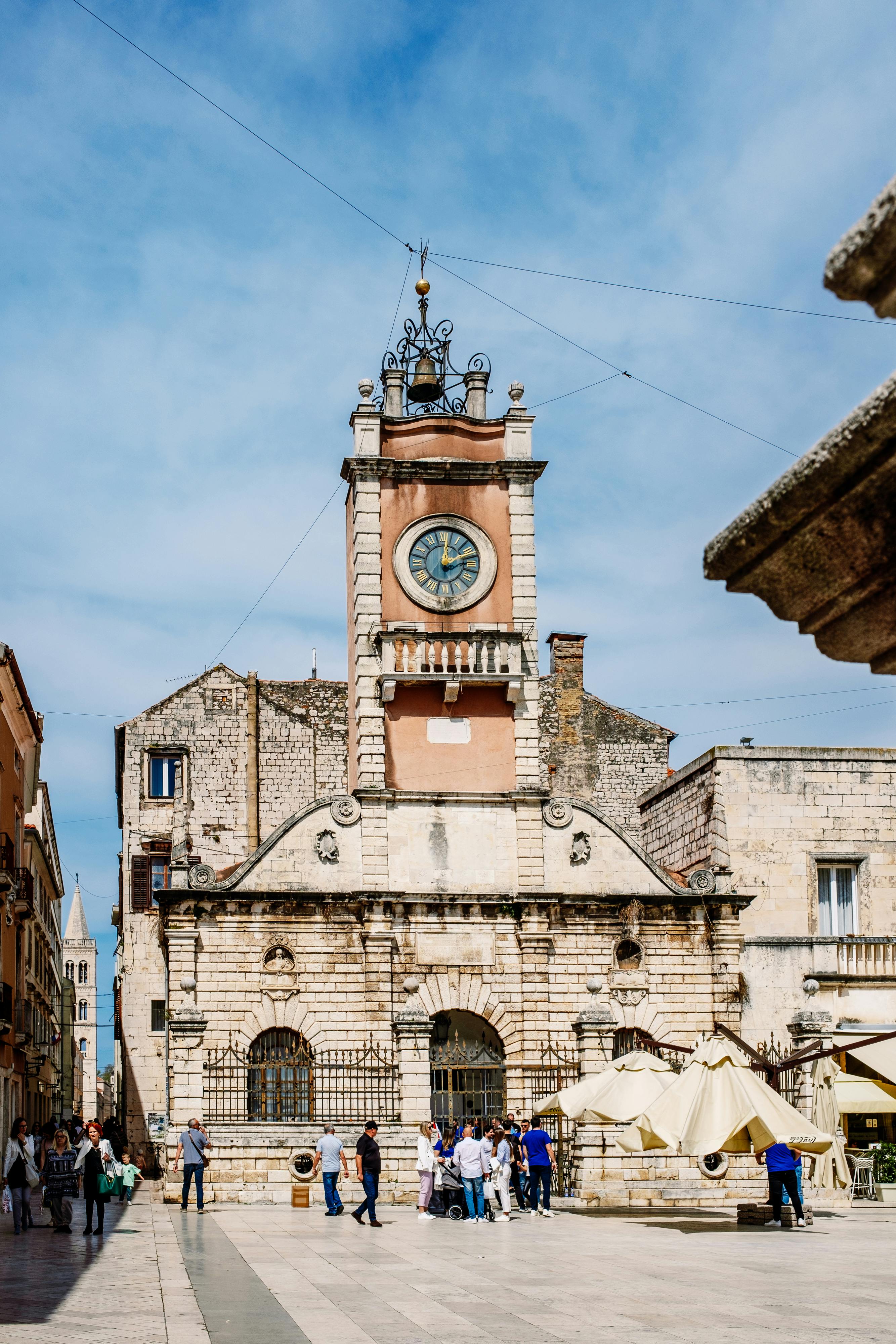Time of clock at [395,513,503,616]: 12:12
